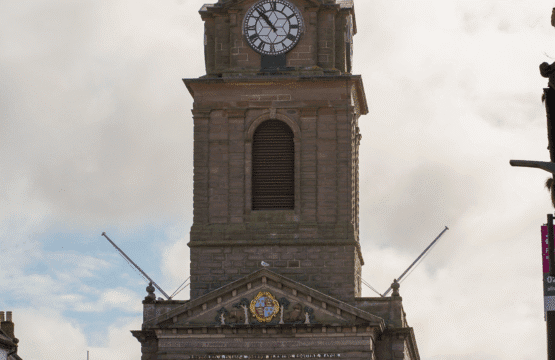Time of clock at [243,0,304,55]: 10:53
